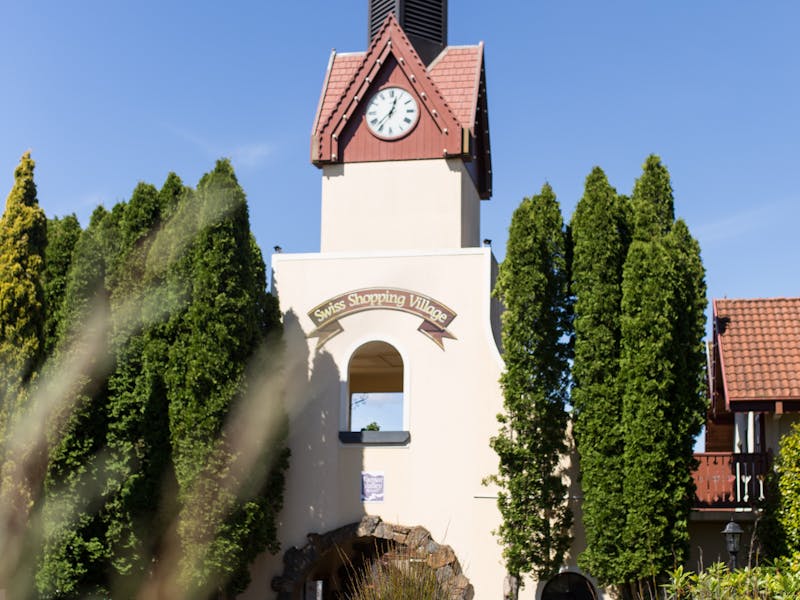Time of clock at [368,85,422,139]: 12:37
